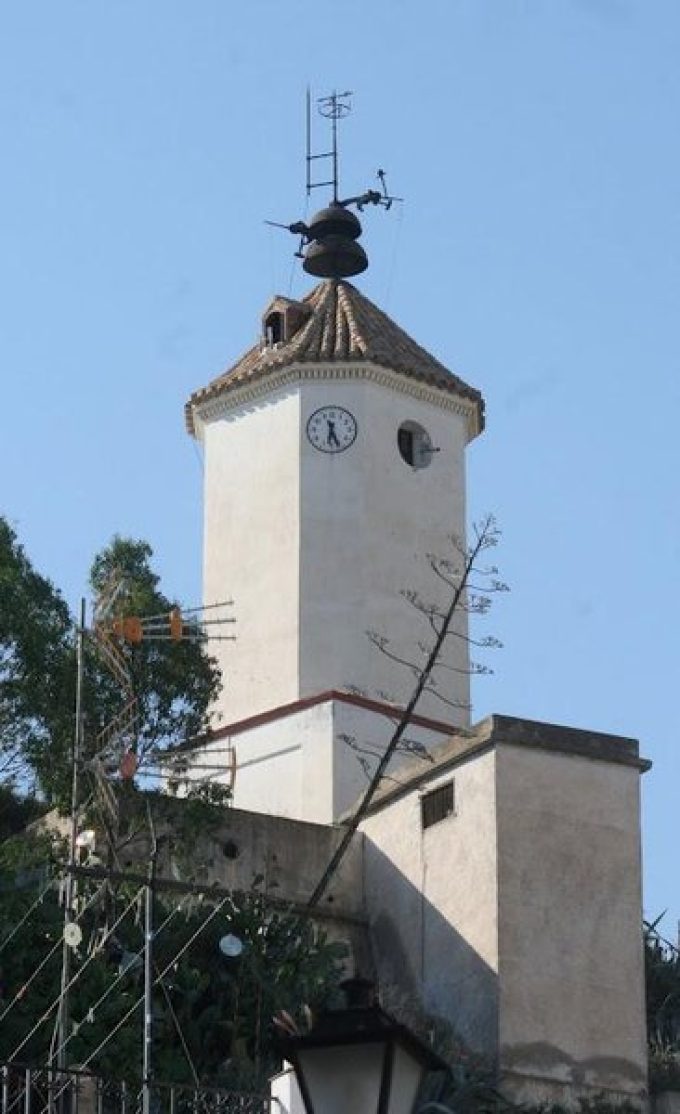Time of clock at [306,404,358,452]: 6:26
